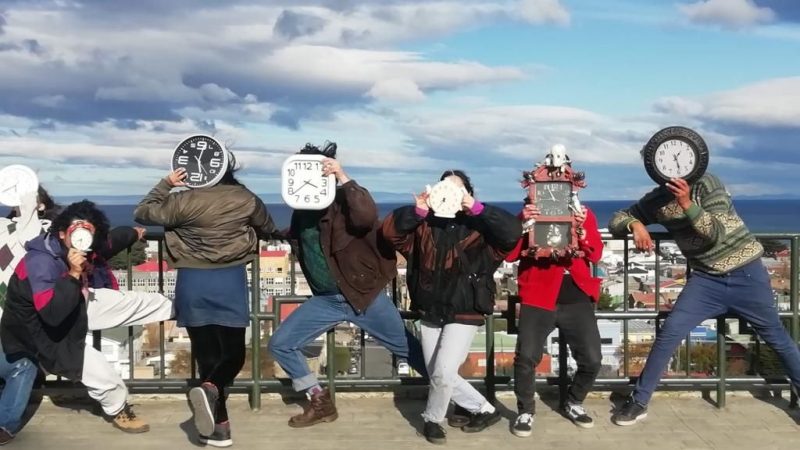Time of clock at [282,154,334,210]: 3:38
